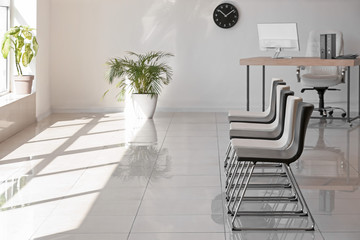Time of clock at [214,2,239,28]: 10:07
